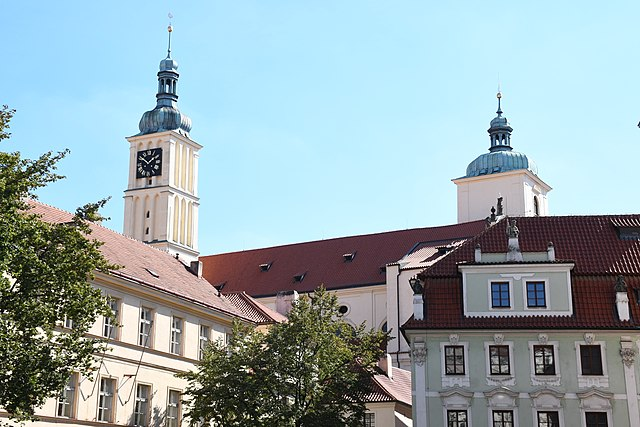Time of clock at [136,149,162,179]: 1:50
